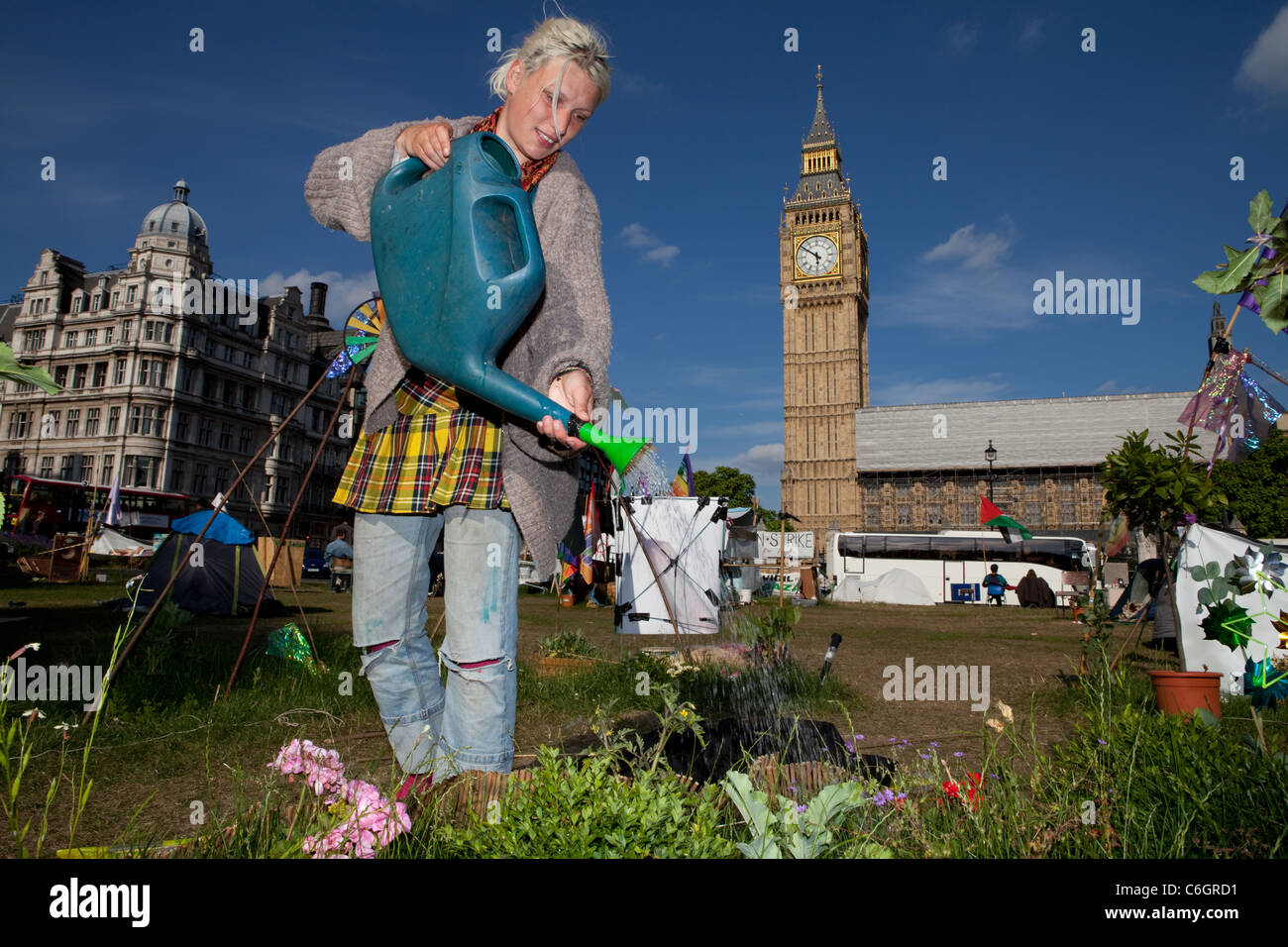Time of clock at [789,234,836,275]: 5:50
